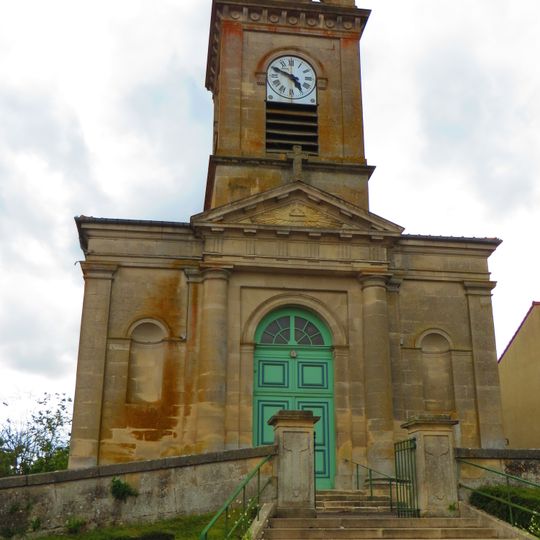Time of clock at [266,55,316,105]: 4:48
